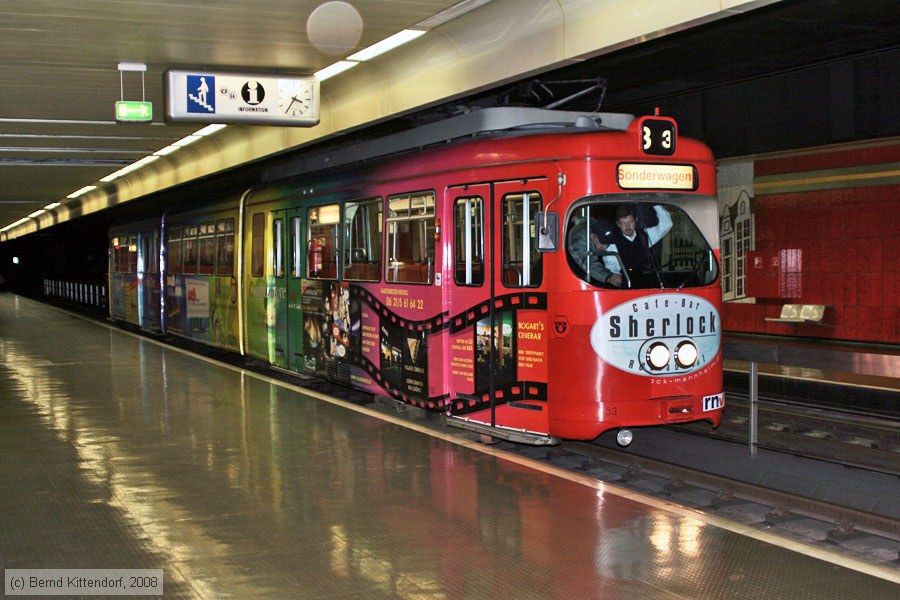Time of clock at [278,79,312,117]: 3:34
